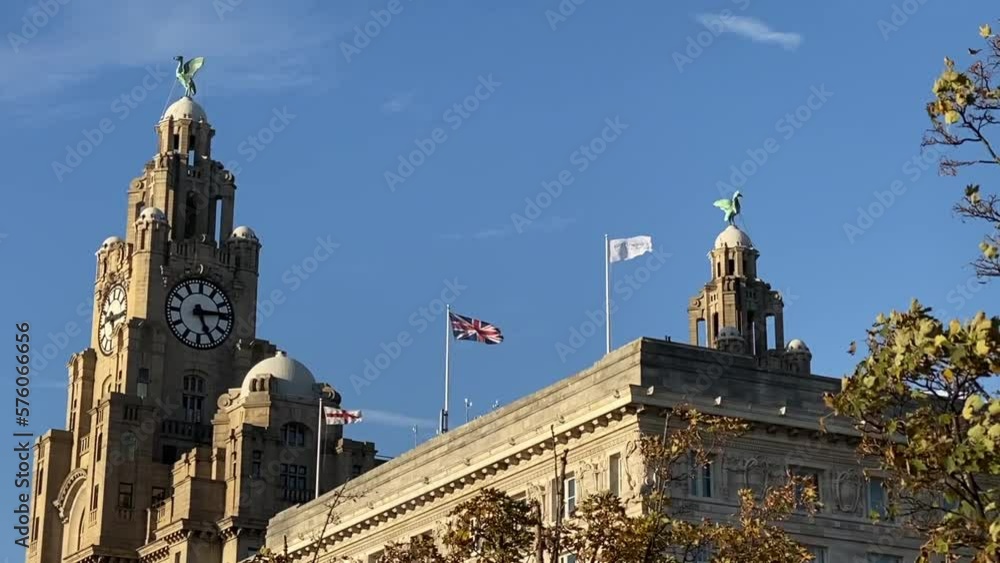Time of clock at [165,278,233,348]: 5:14
